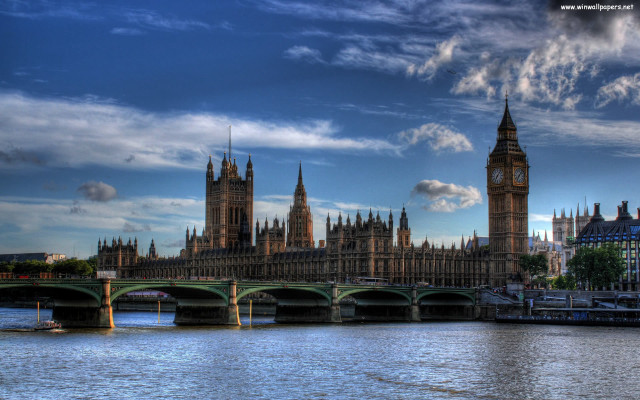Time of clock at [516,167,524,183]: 7:07
